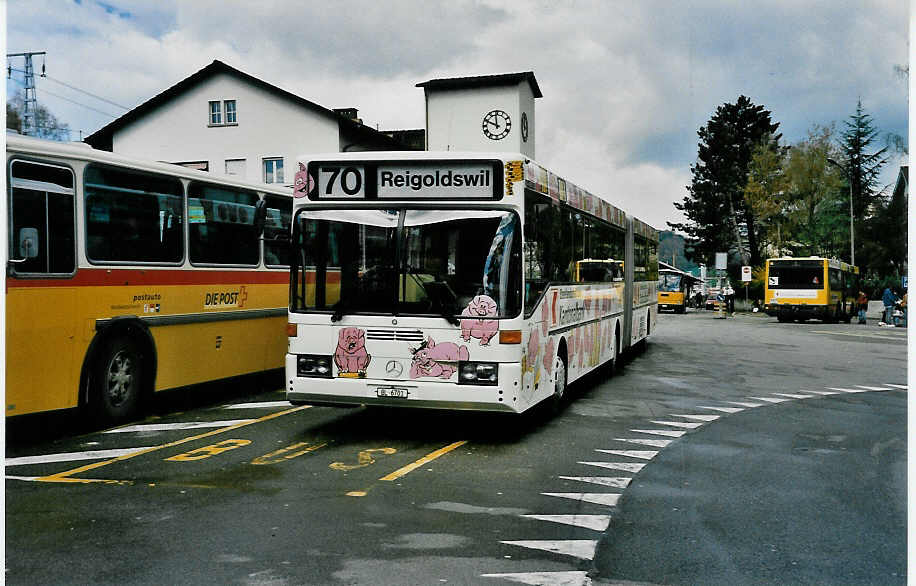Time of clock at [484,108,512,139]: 11:48
